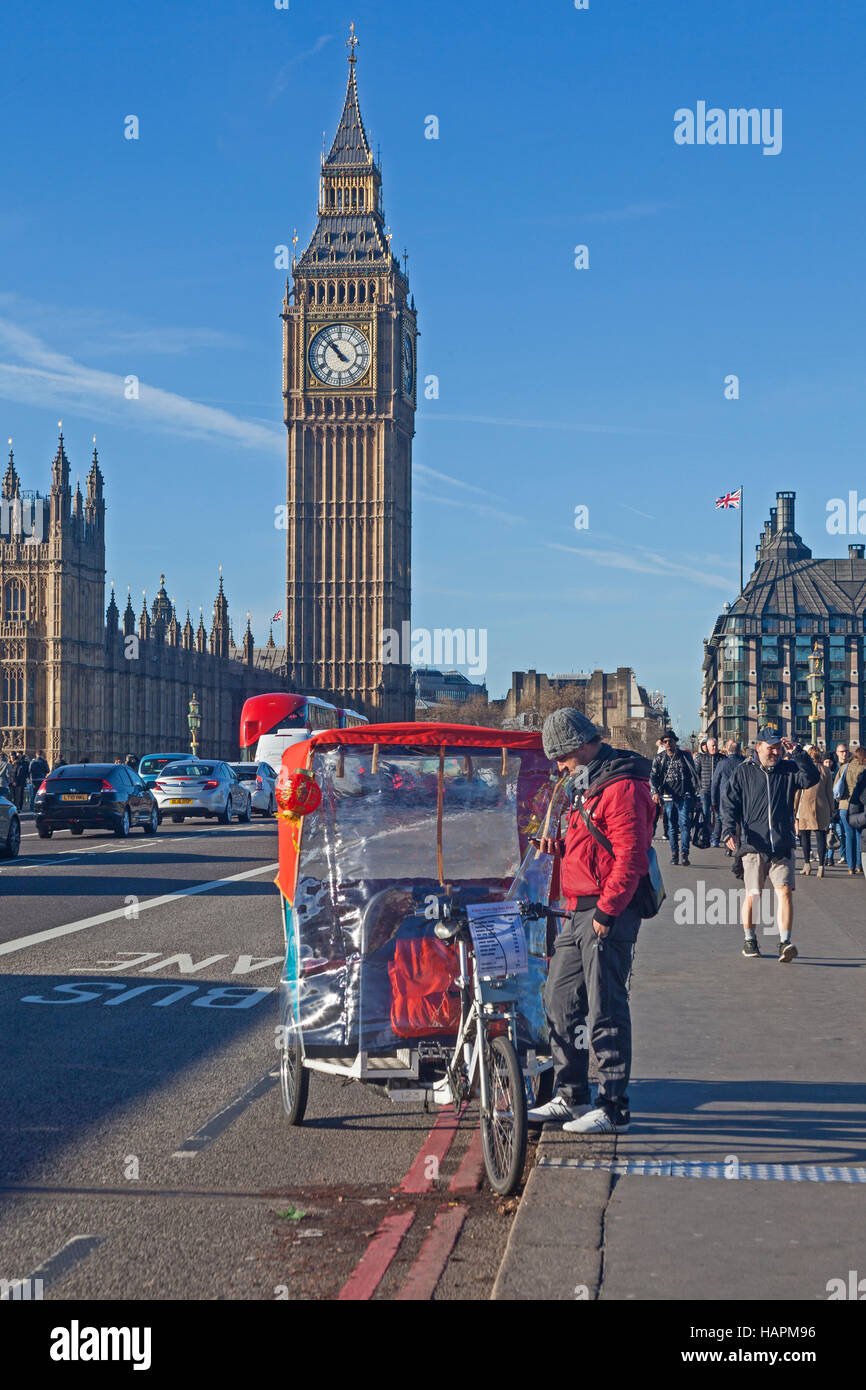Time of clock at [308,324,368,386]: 10:52
